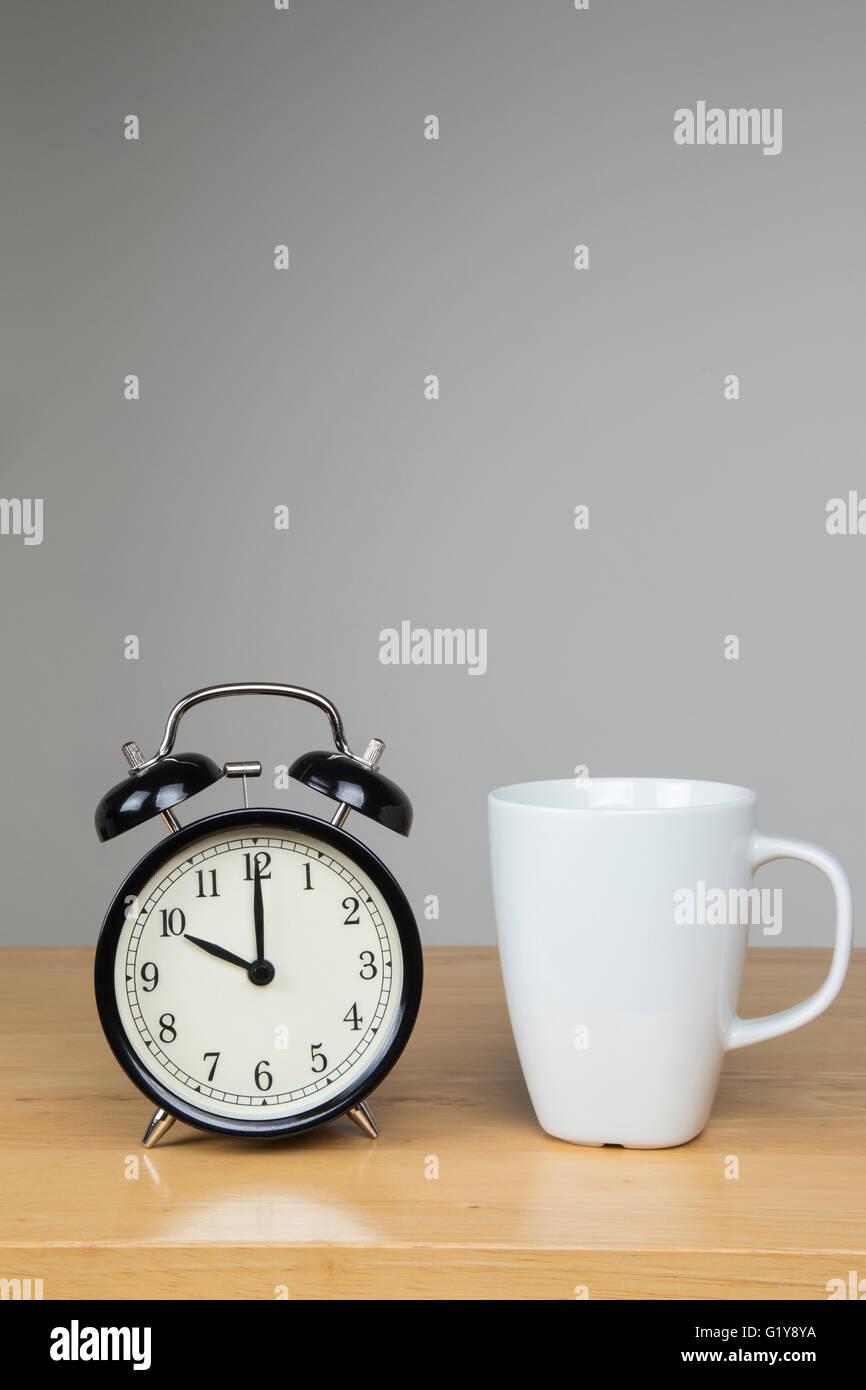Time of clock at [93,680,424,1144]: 10:00
